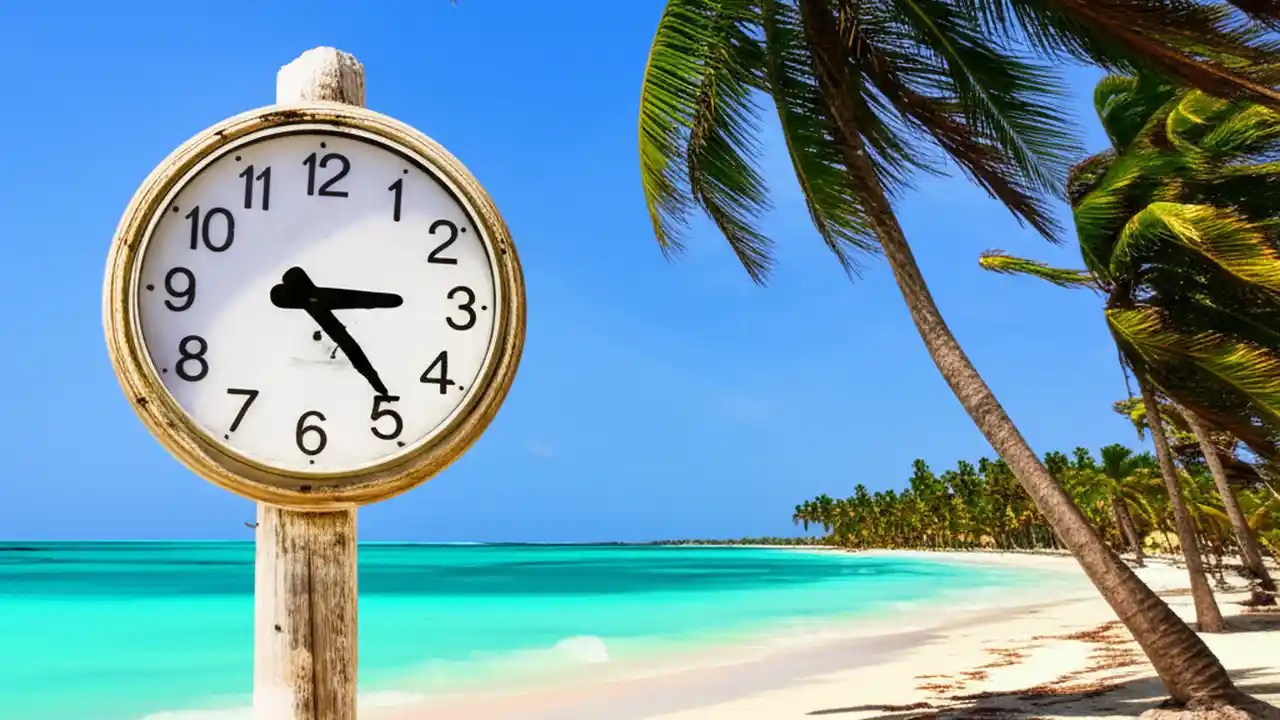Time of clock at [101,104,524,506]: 3:23
